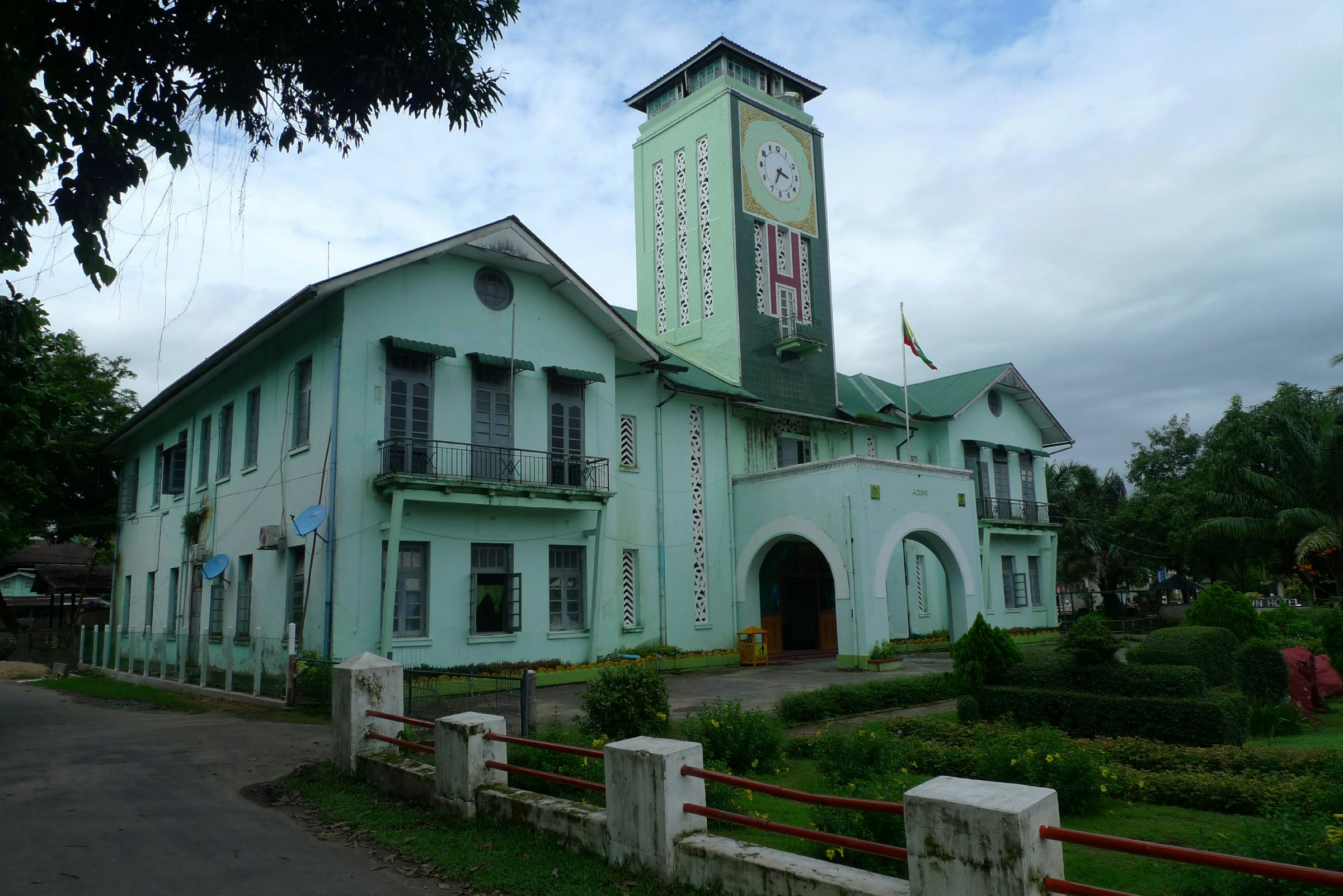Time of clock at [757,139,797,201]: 3:34
